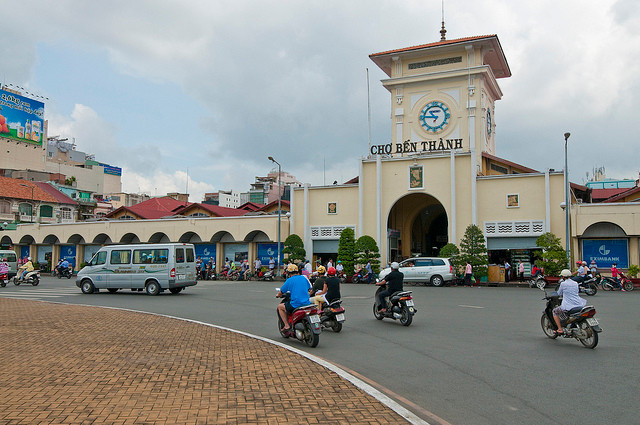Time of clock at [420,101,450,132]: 10:45
